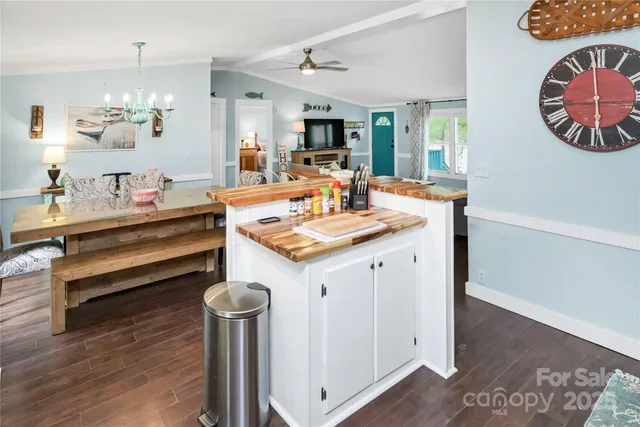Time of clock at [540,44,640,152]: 5:59
